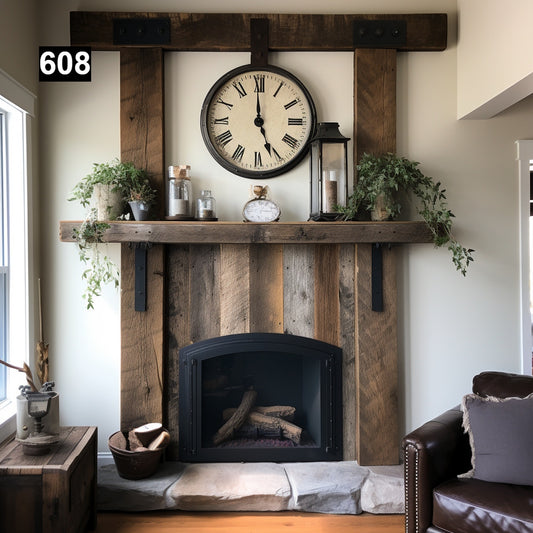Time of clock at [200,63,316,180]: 4:59
